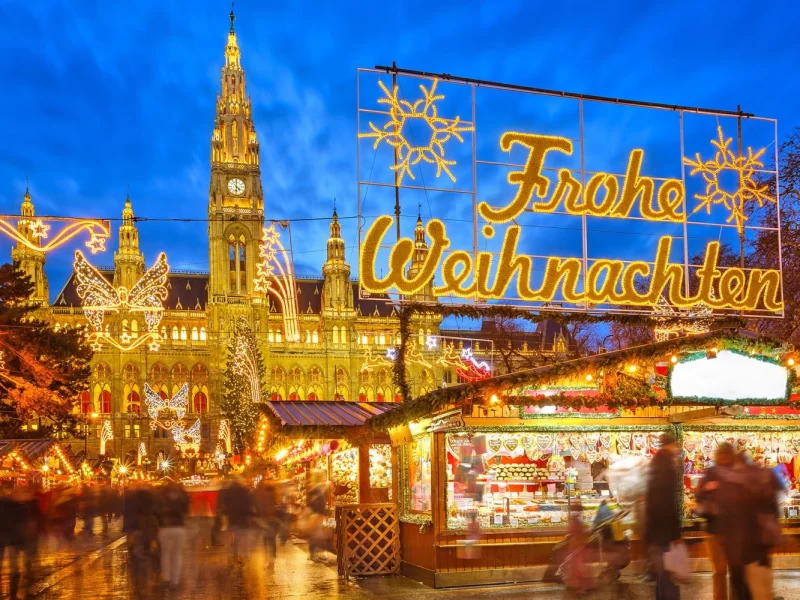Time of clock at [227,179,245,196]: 4:31
